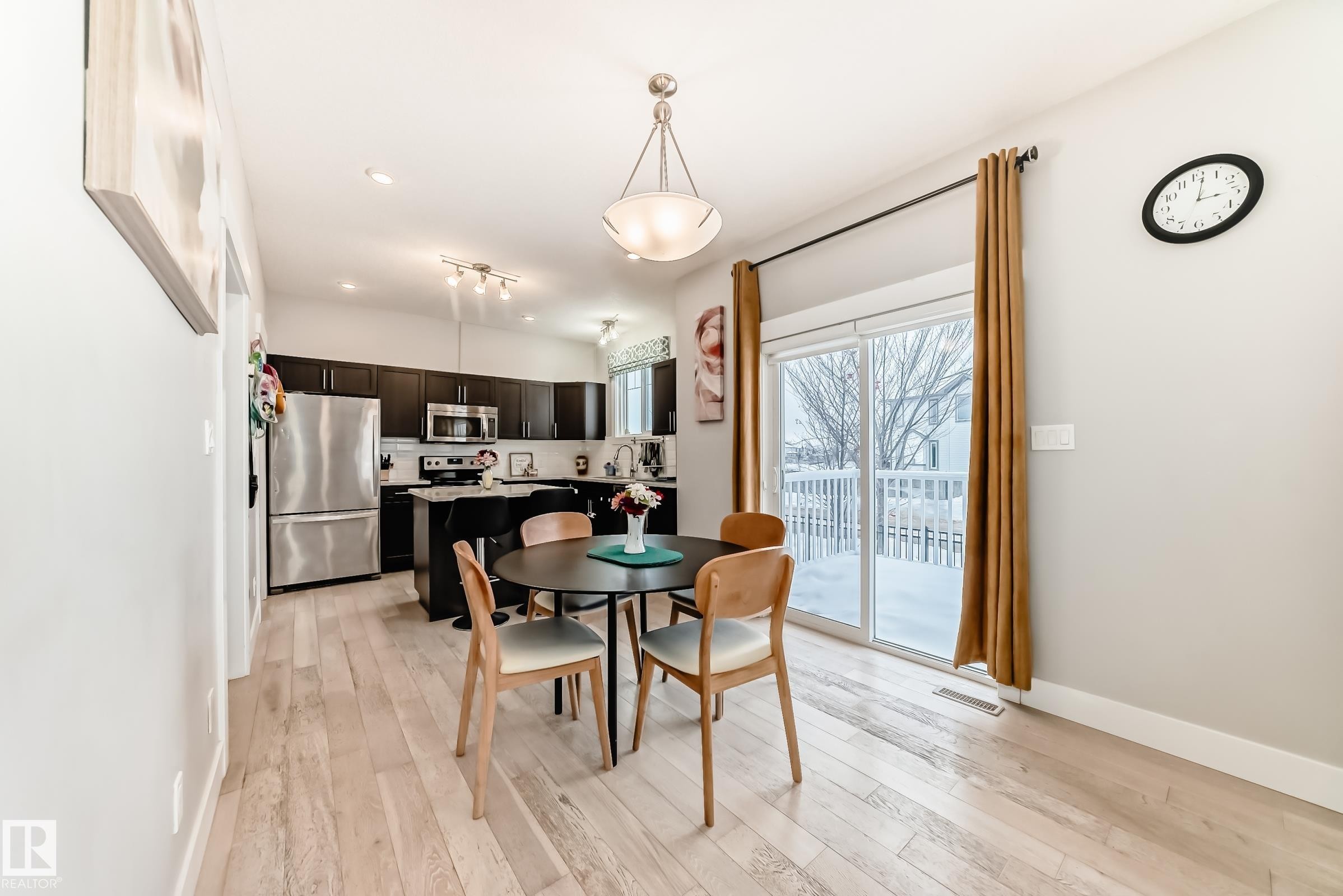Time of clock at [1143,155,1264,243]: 3:01
